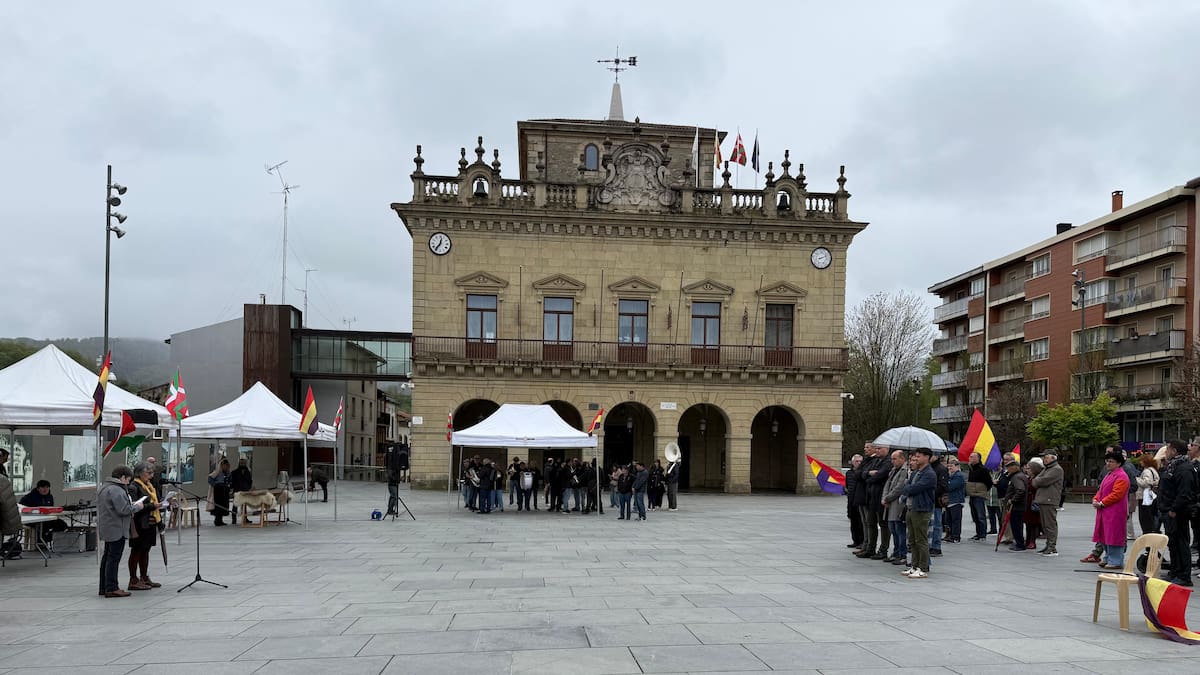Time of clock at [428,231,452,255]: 12:36
